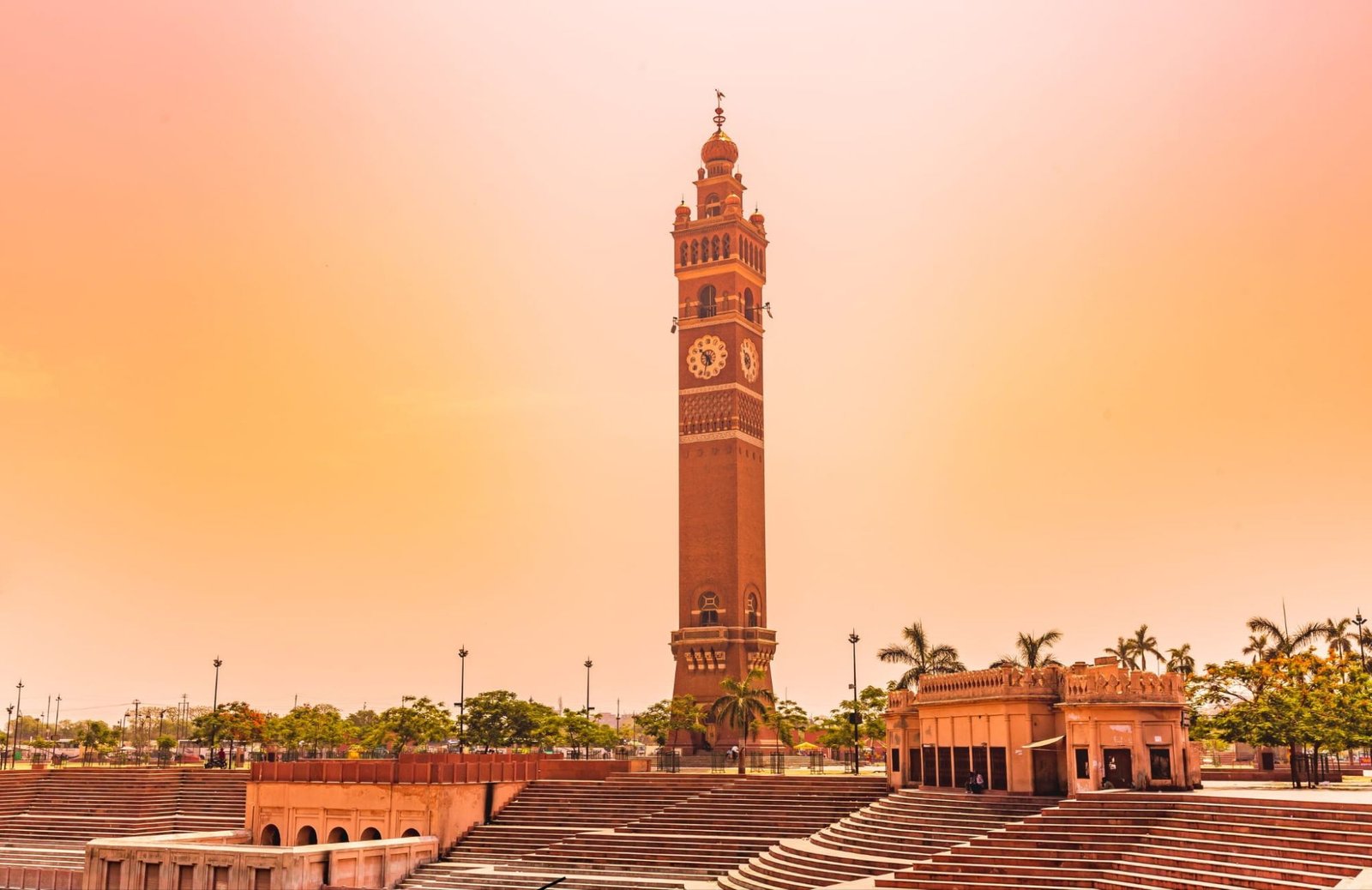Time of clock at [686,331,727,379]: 10:32
